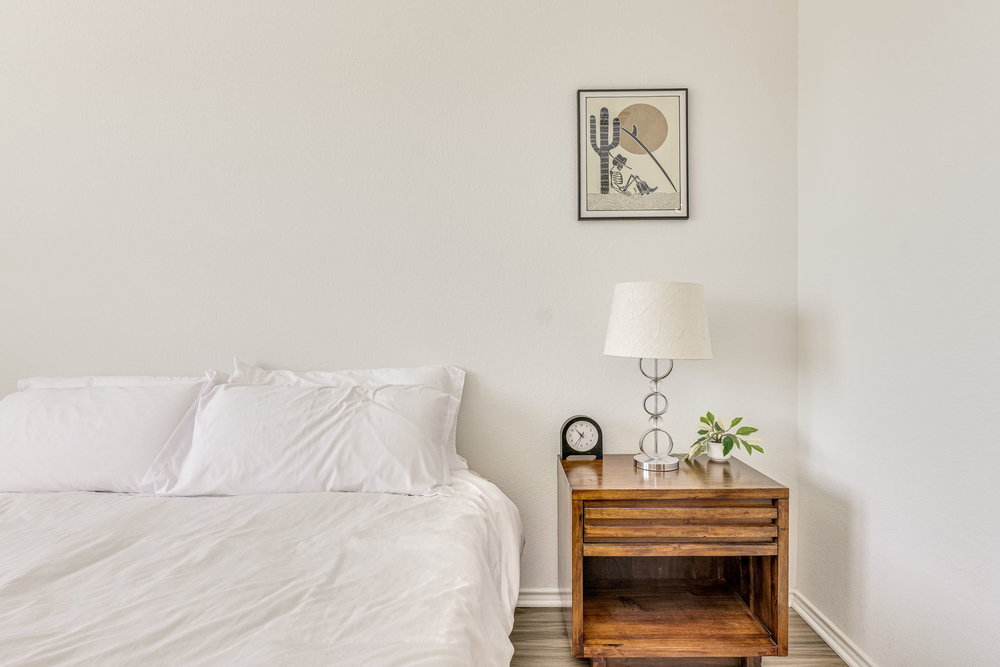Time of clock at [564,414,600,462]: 10:35
